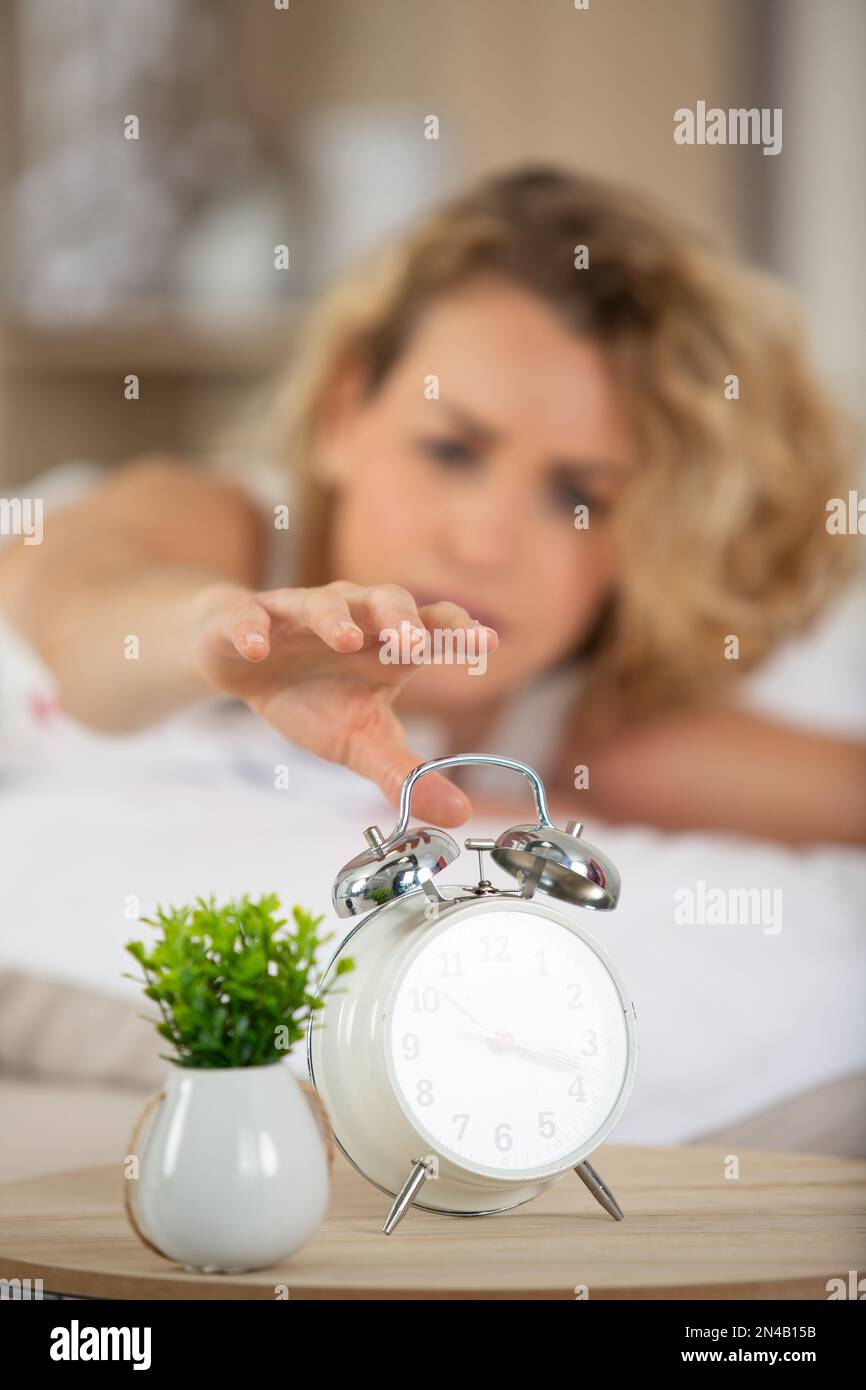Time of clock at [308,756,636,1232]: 3:17
